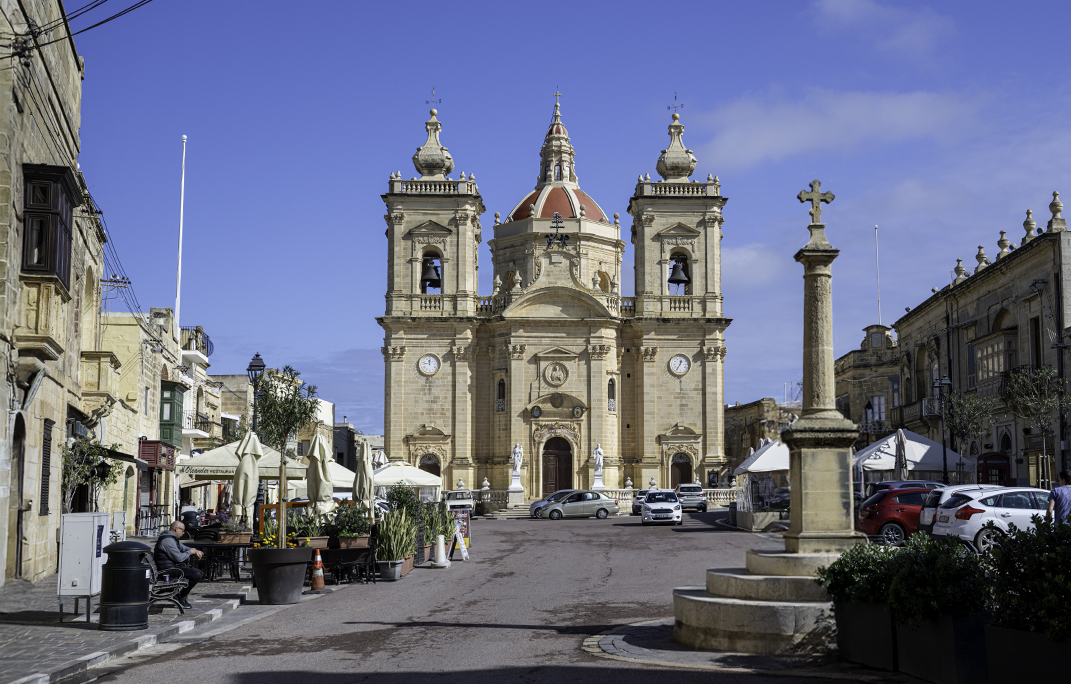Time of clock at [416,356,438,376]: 11:46
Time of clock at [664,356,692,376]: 12:35
